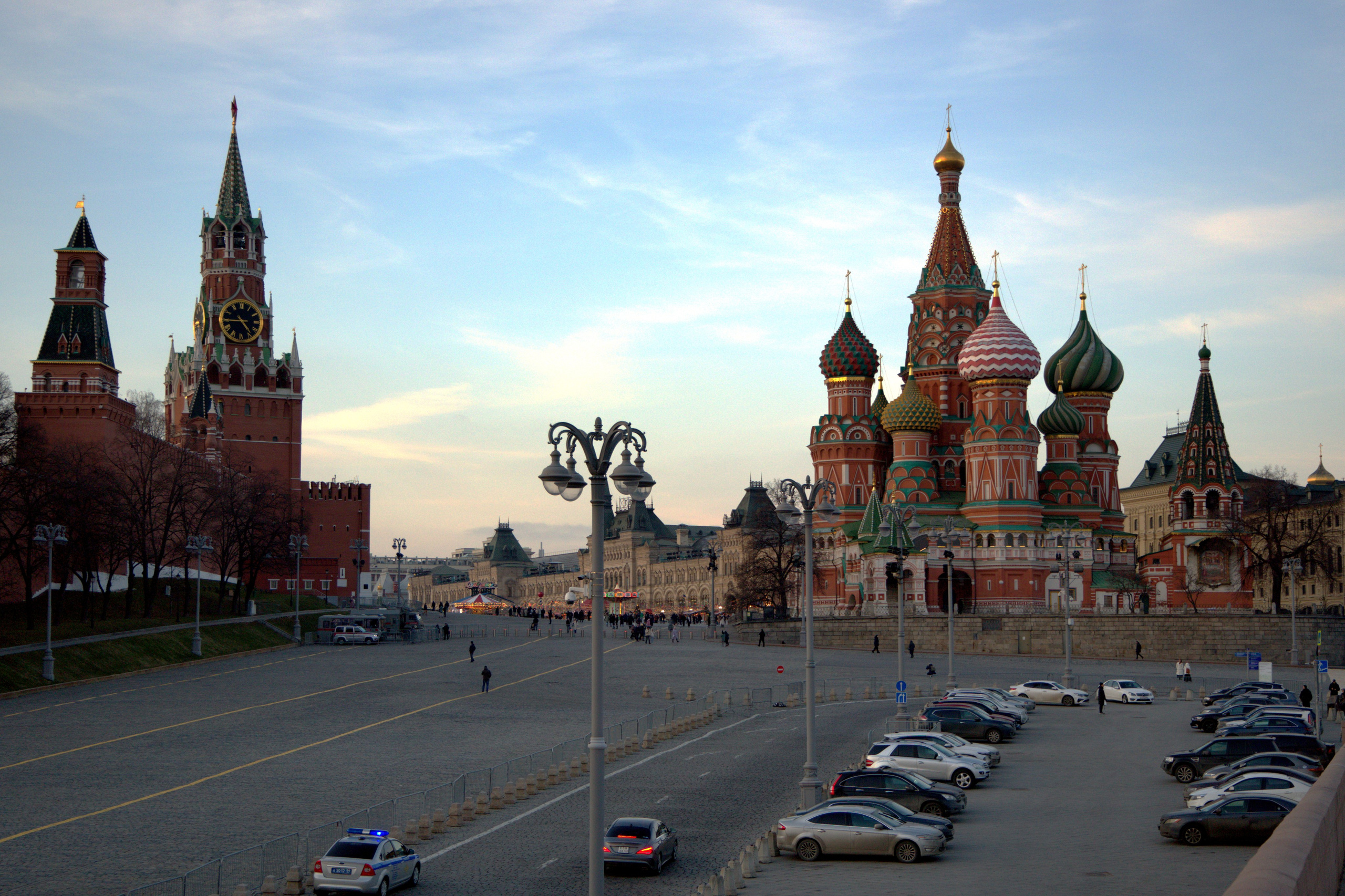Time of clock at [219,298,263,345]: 4:44
